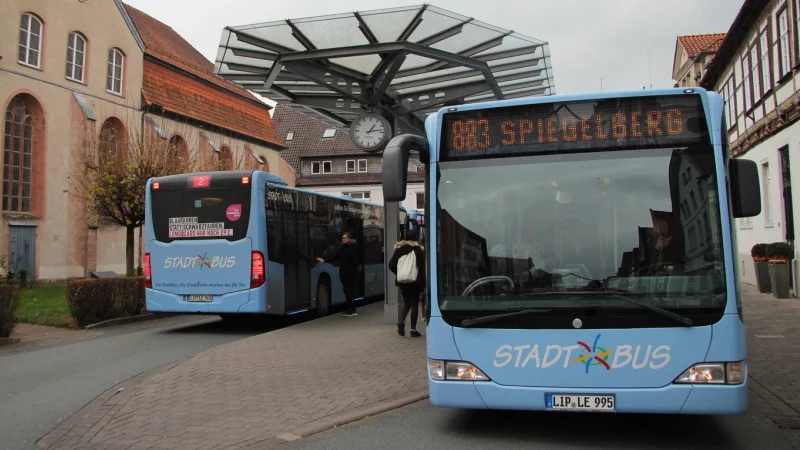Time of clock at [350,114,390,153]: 1:13
